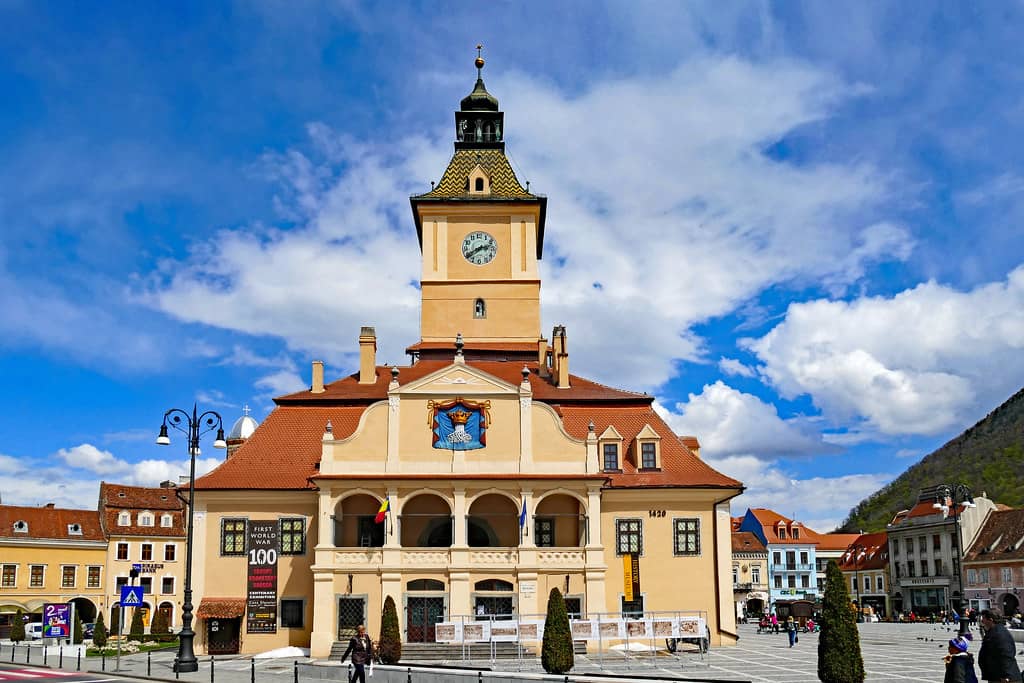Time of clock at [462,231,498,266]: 2:40
